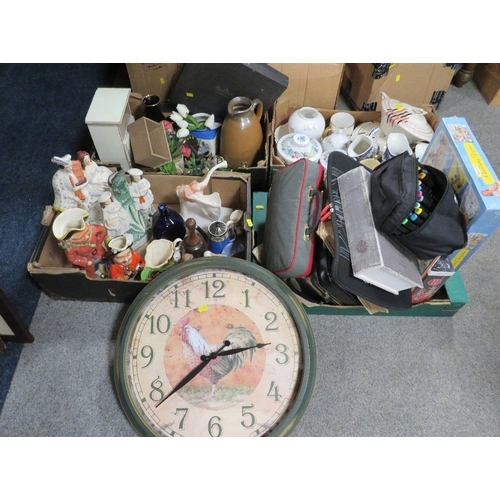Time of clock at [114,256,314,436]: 2:38
